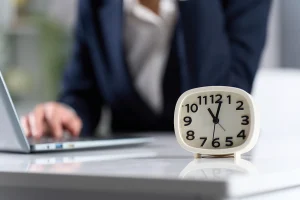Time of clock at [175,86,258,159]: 11:02
